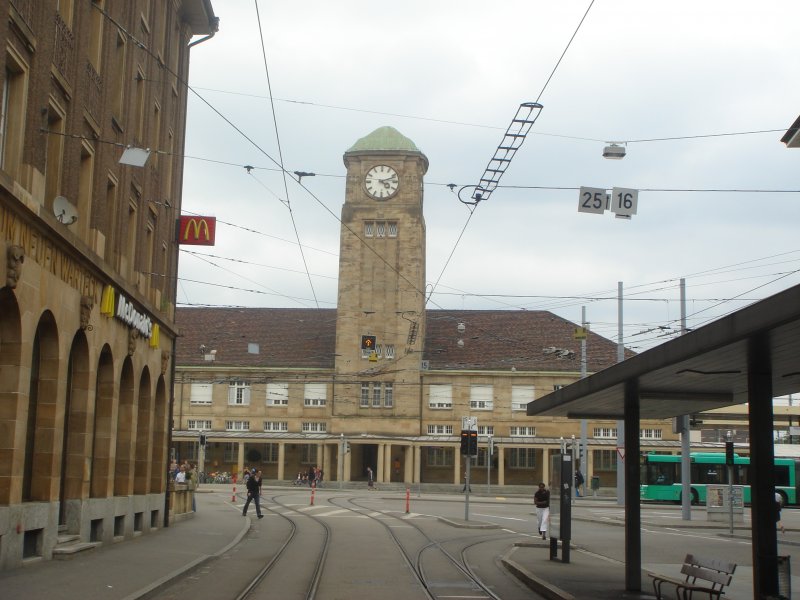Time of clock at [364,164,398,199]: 4:11
